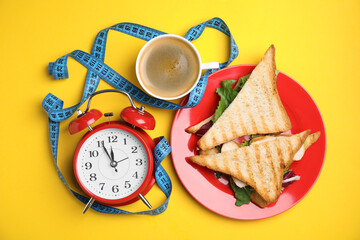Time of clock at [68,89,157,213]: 11:55
